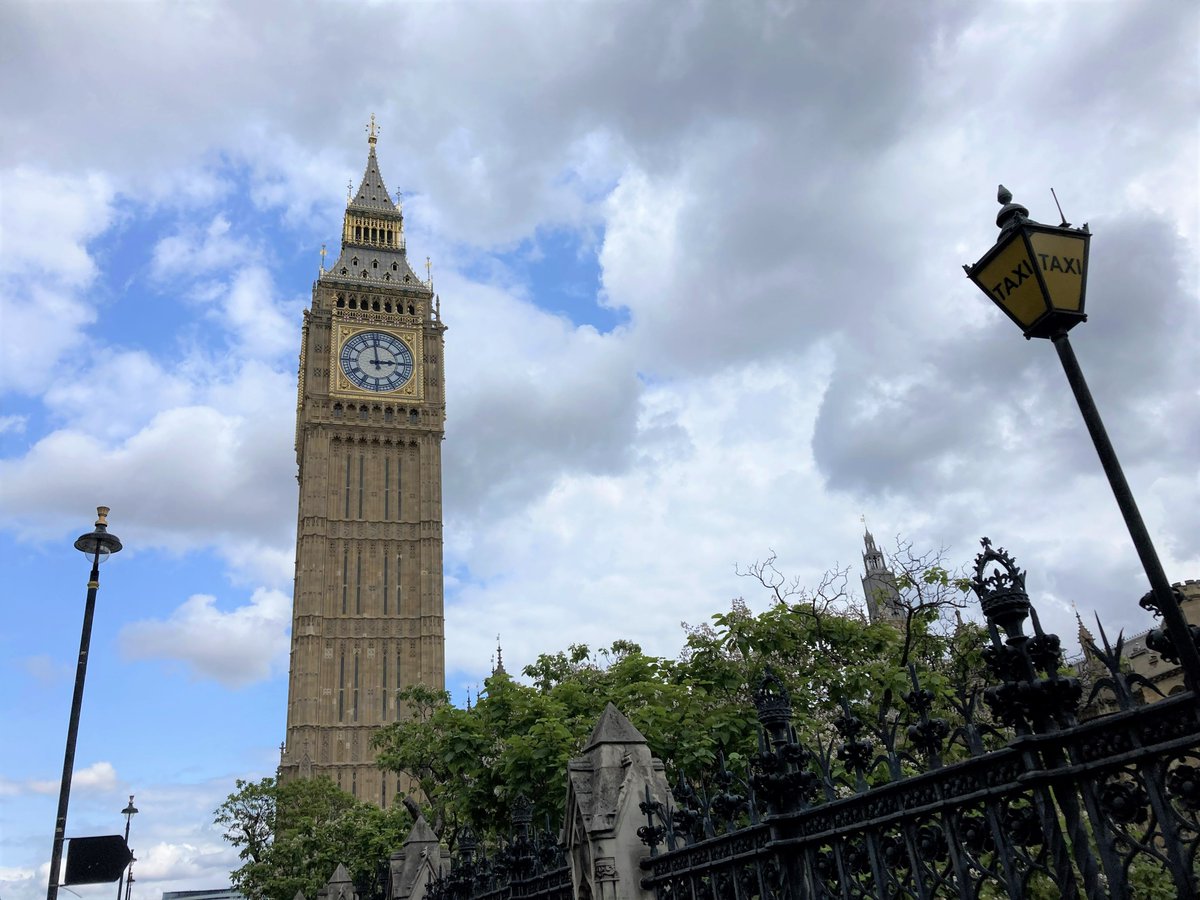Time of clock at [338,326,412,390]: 2:58
